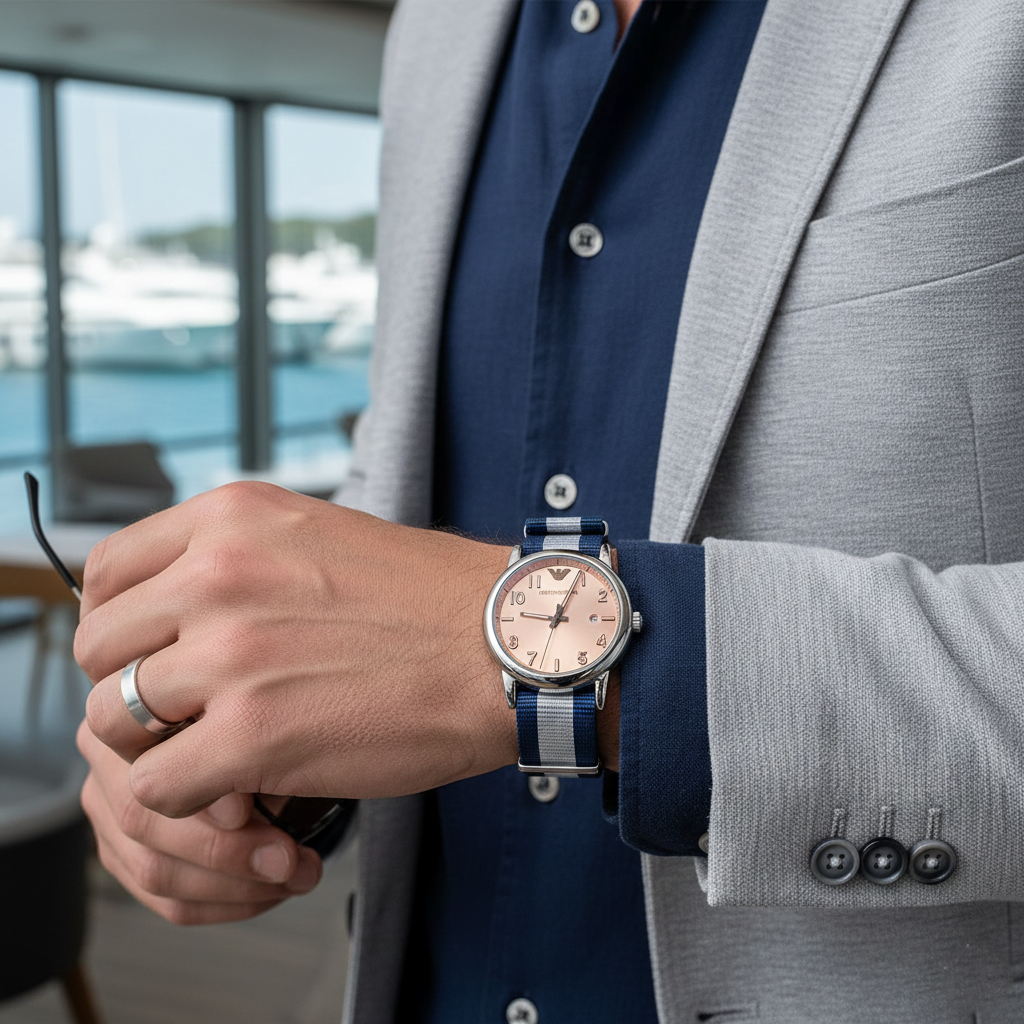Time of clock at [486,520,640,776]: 9:04
